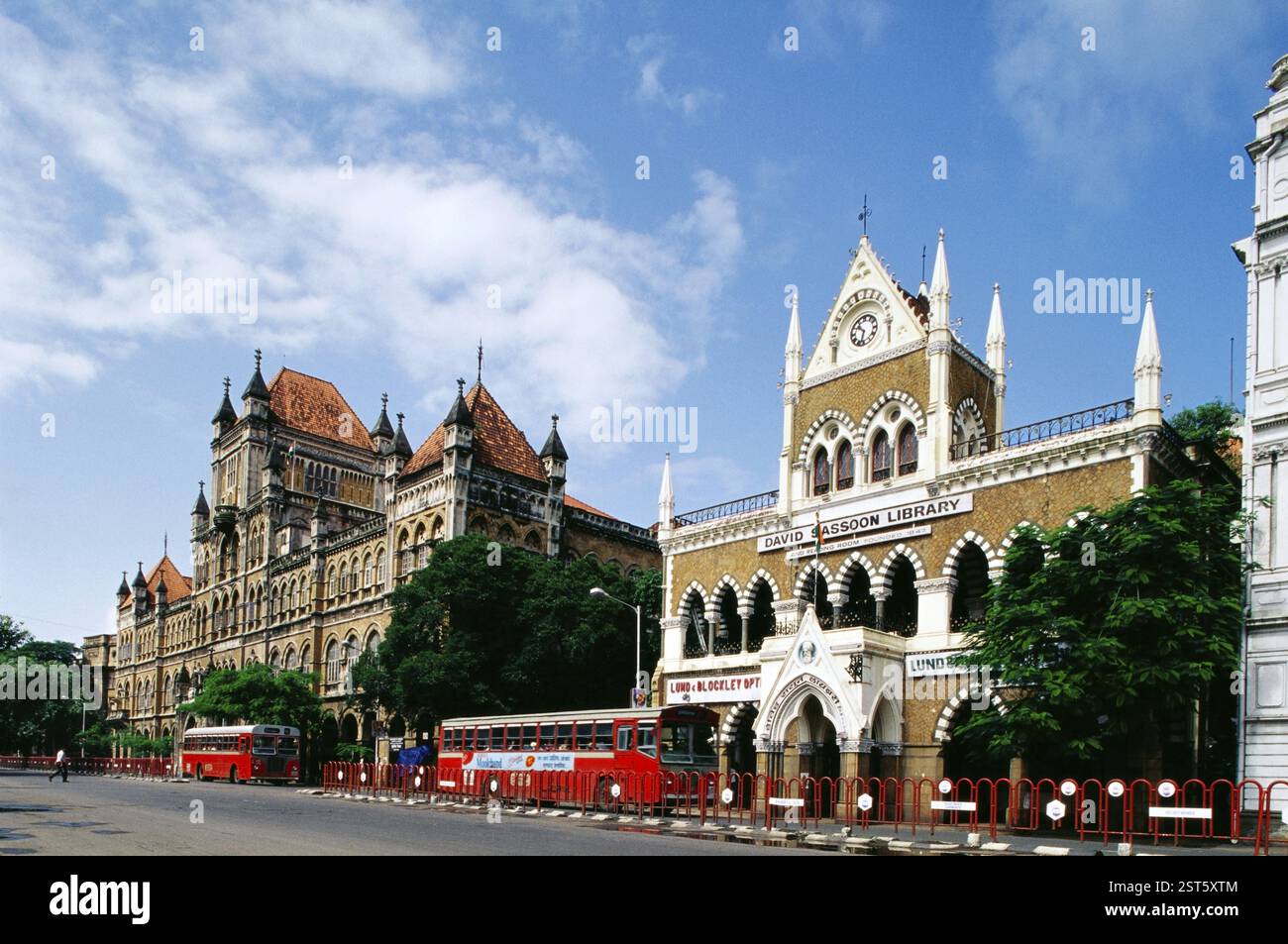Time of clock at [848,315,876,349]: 10:32
